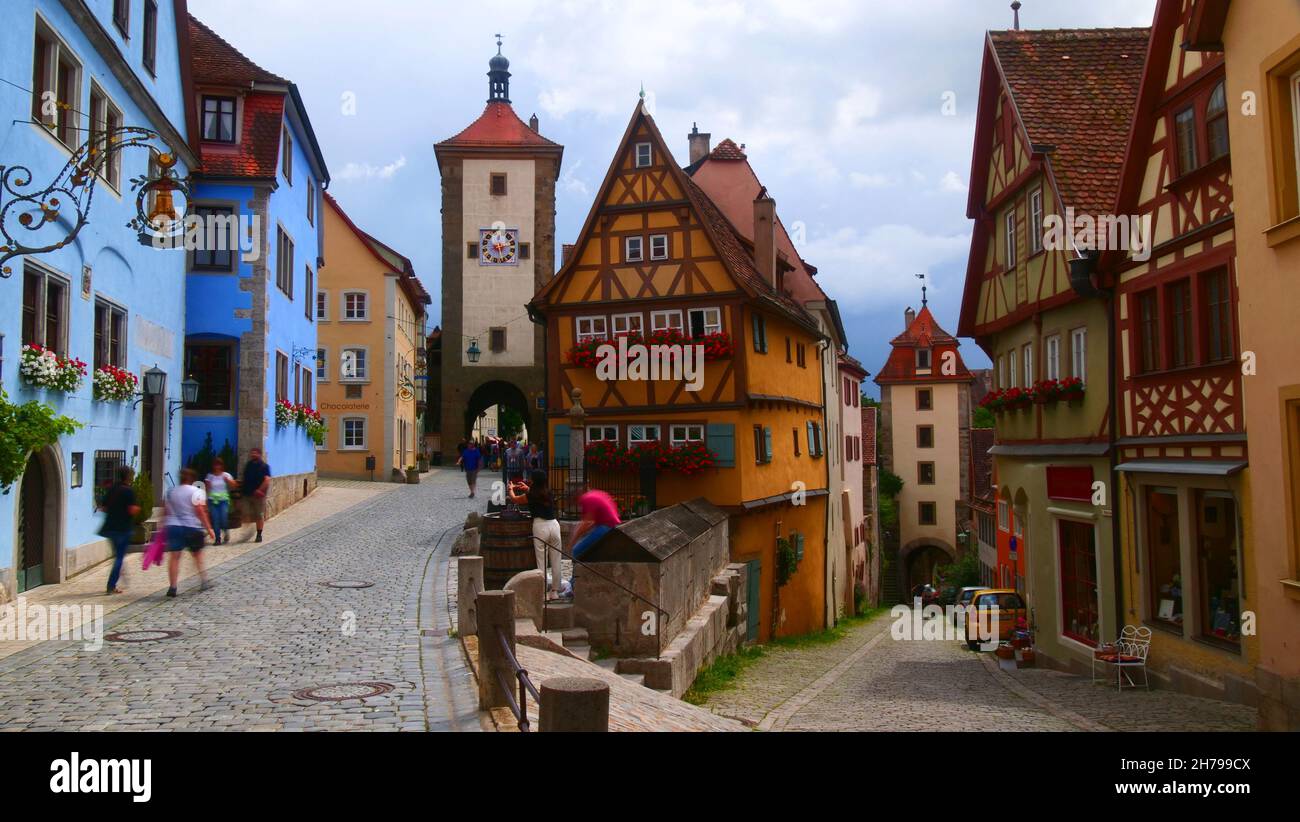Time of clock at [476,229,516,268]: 8:12
